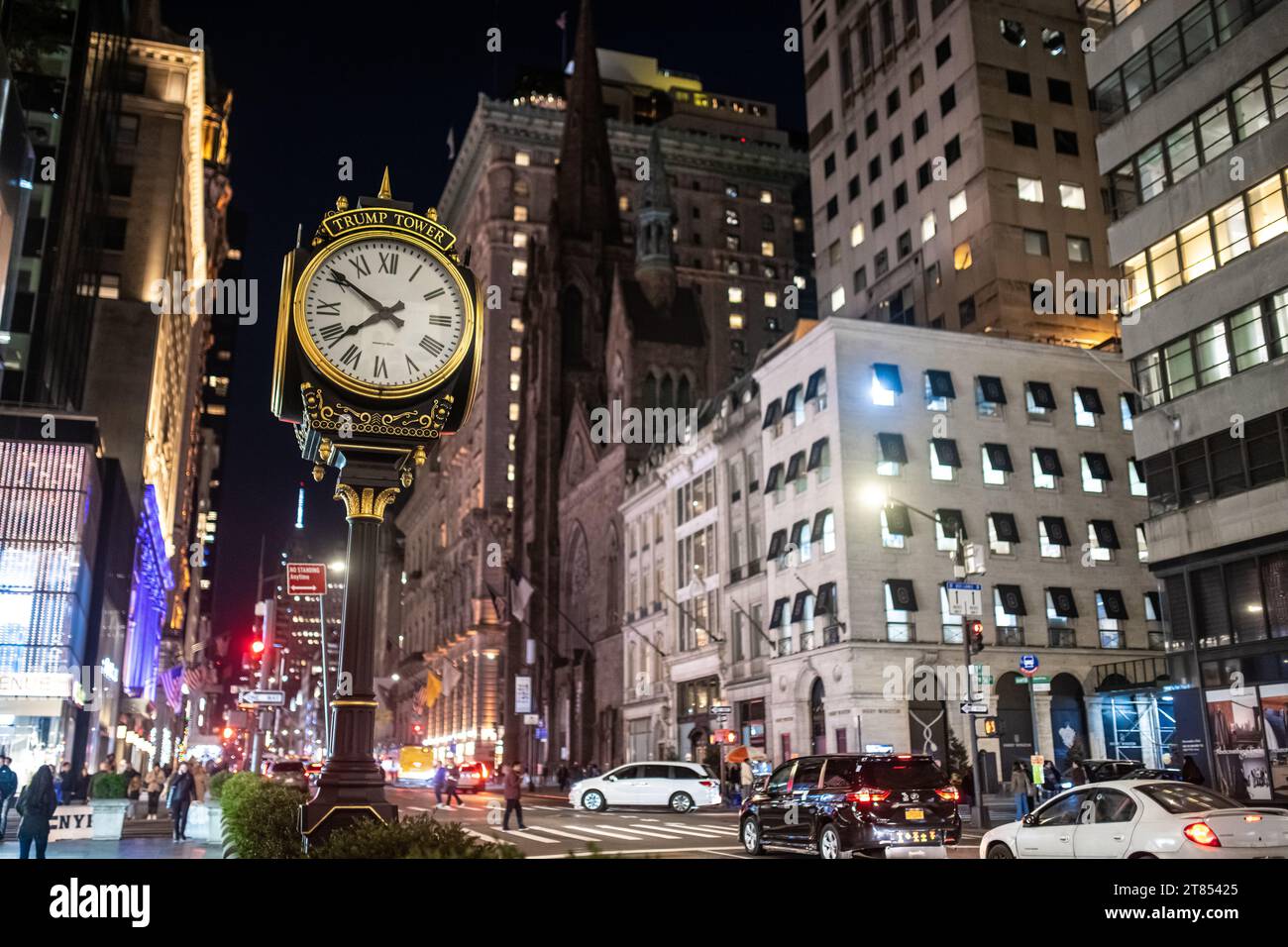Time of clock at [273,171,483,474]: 7:50
